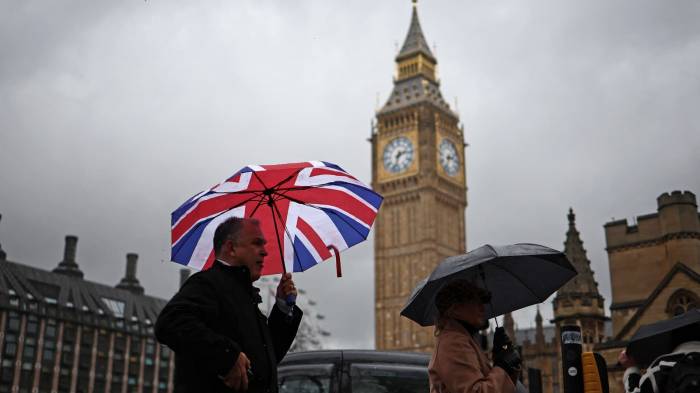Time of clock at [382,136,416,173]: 2:33
